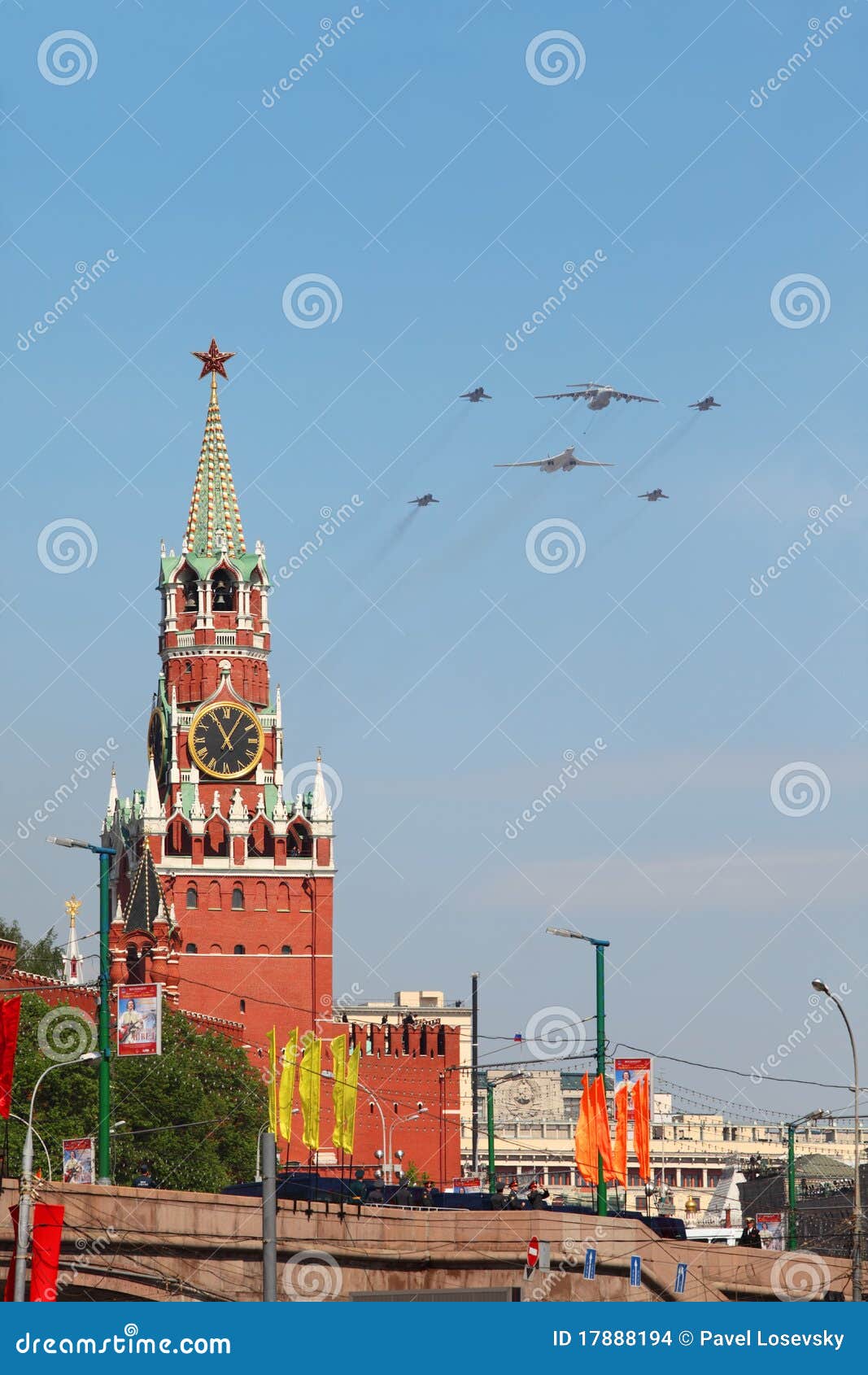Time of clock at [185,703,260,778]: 11:05
